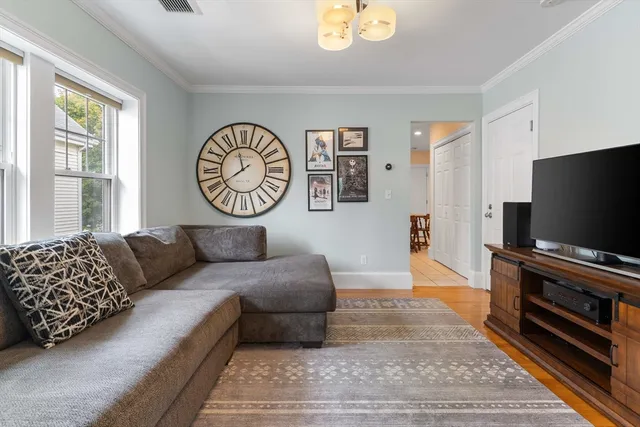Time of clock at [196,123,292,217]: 7:57
